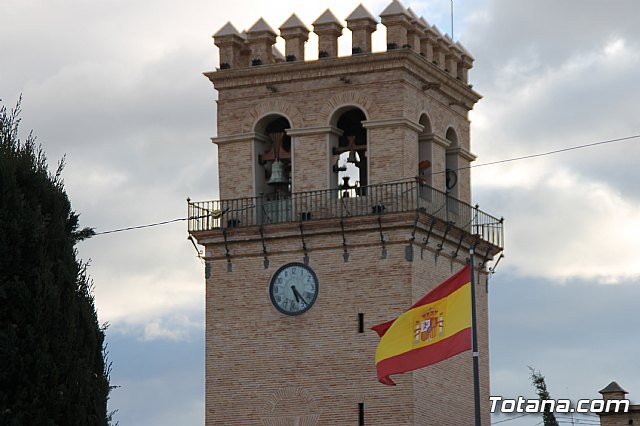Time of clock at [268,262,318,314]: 5:23
